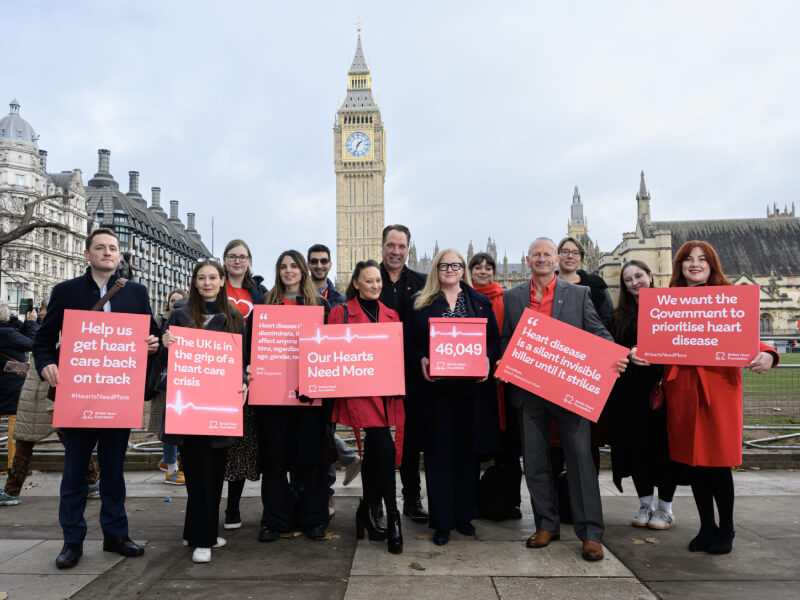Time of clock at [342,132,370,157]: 1:33
